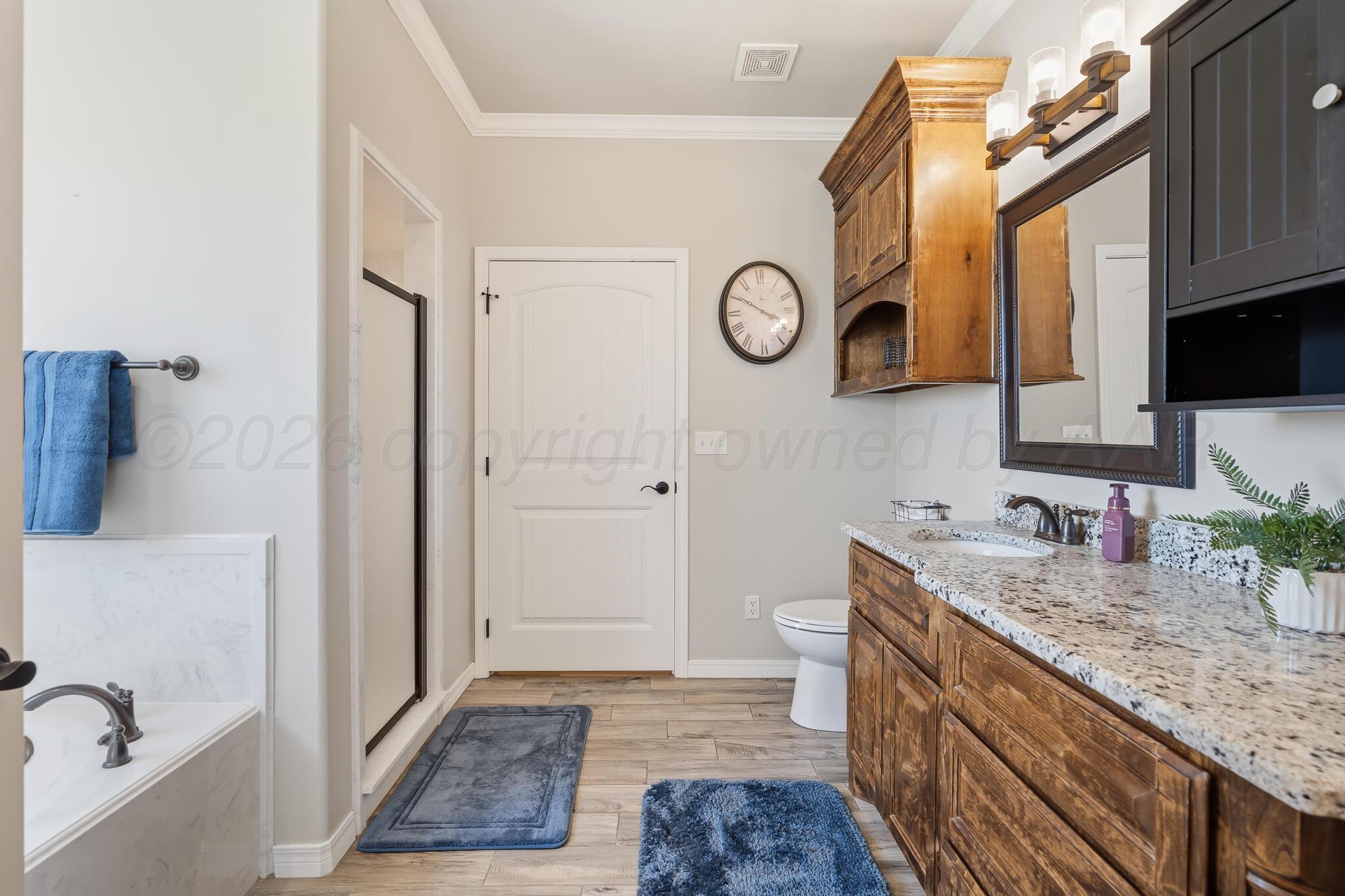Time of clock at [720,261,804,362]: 3:50
